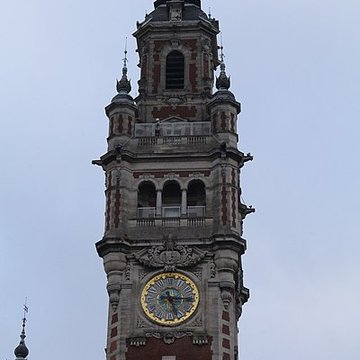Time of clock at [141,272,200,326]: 5:15
